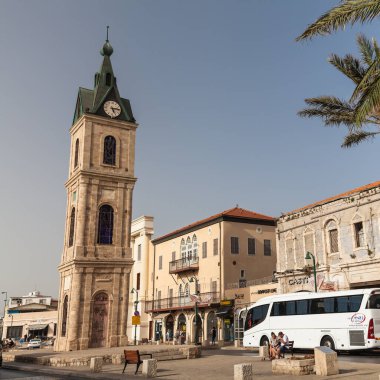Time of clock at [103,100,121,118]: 5:14
